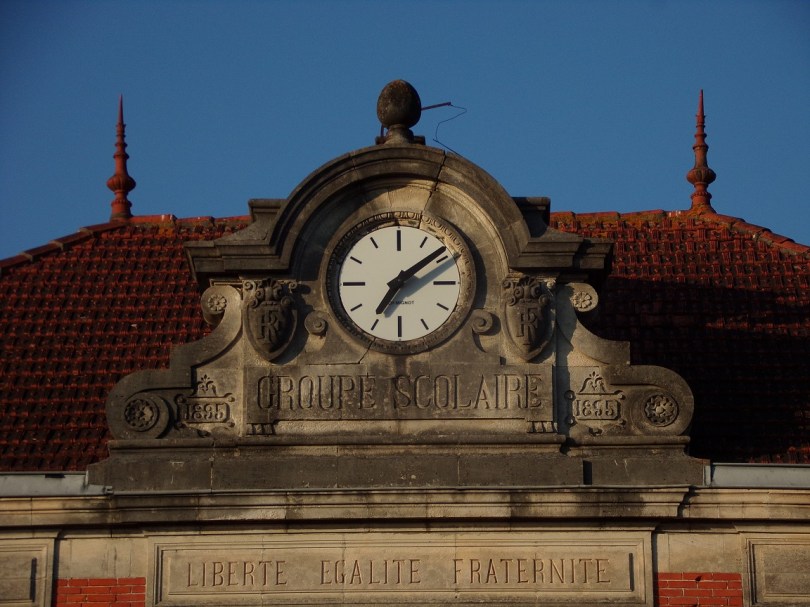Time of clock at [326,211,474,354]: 7:09
